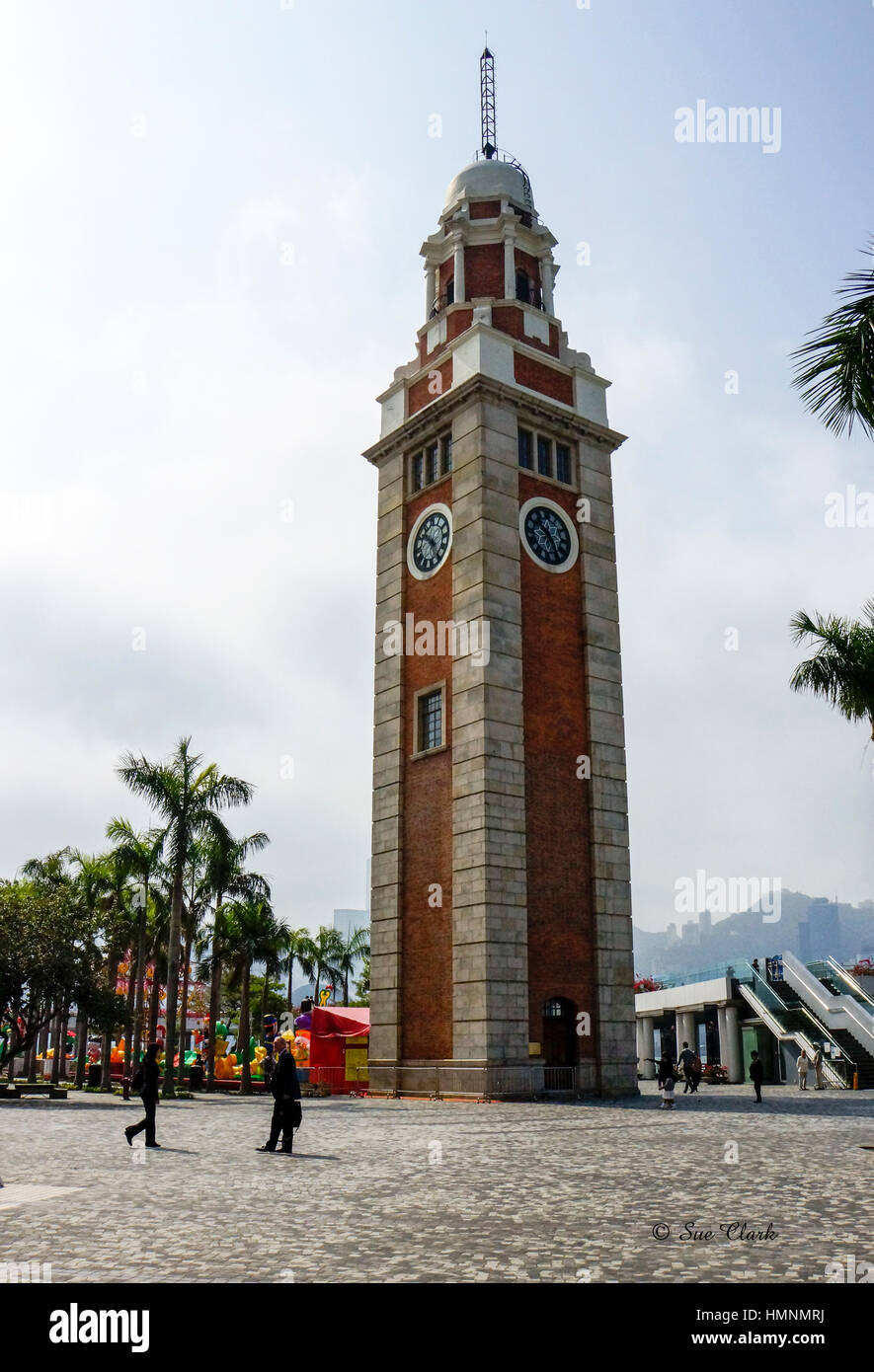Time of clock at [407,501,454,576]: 4:50
